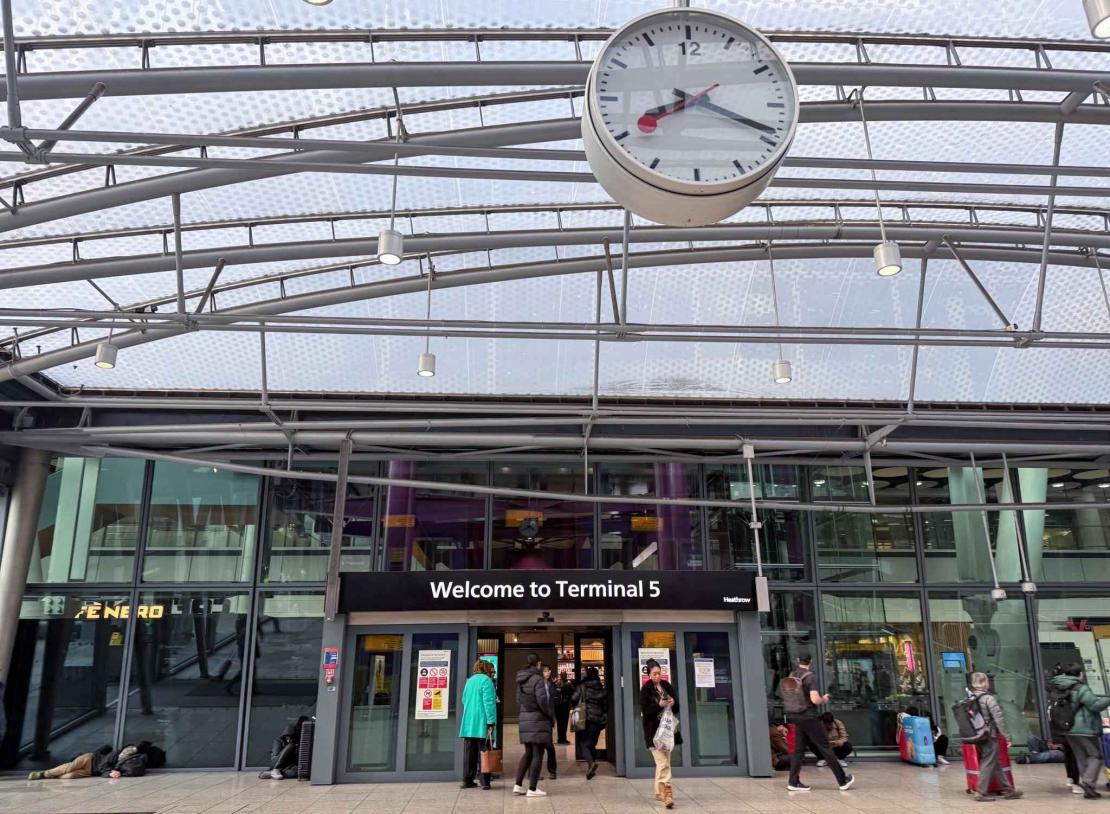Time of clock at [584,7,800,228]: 8:18
